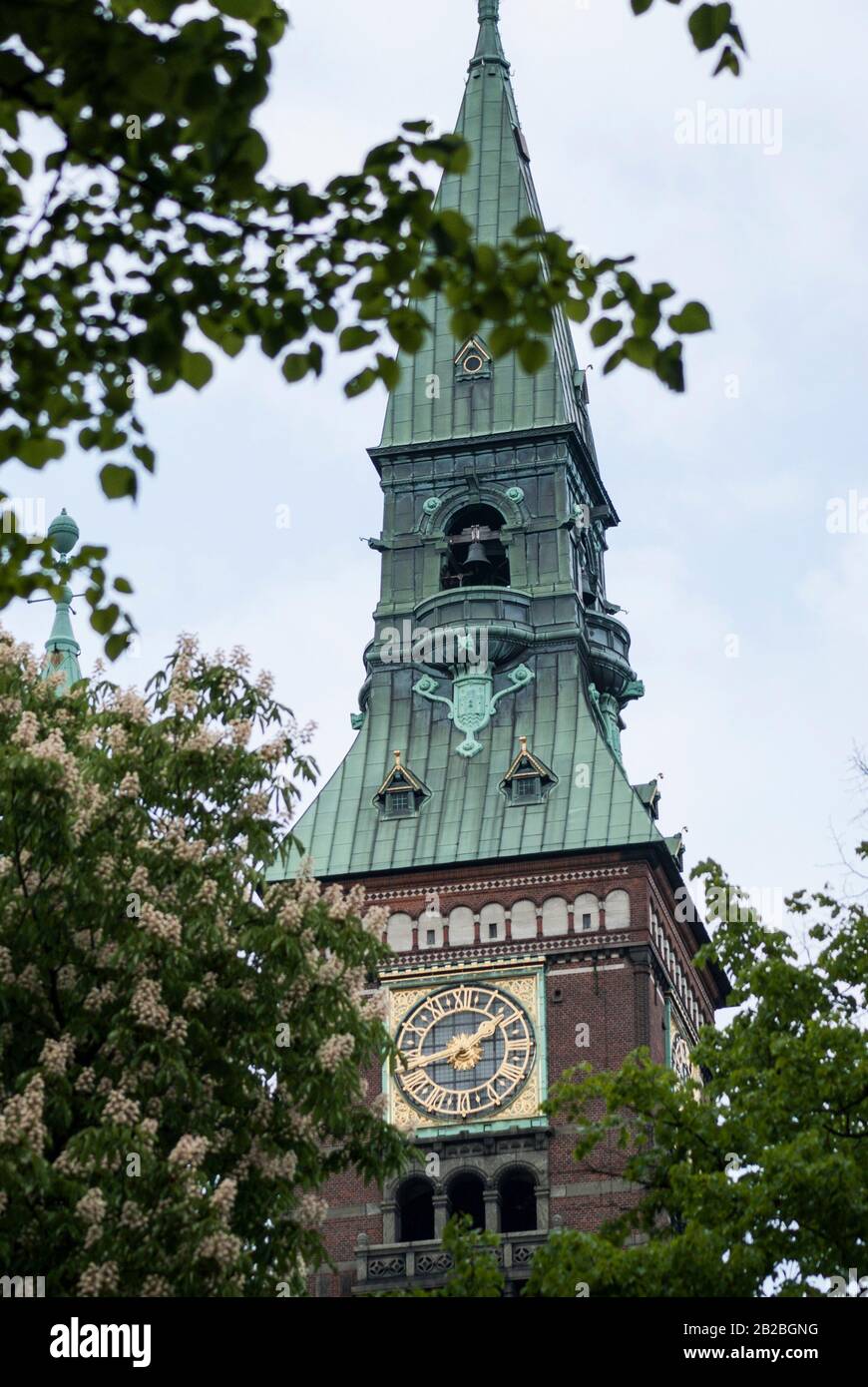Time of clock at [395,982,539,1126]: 1:43
